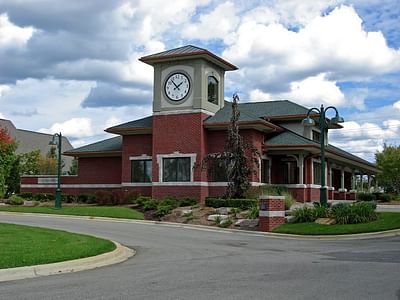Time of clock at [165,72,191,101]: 1:53
